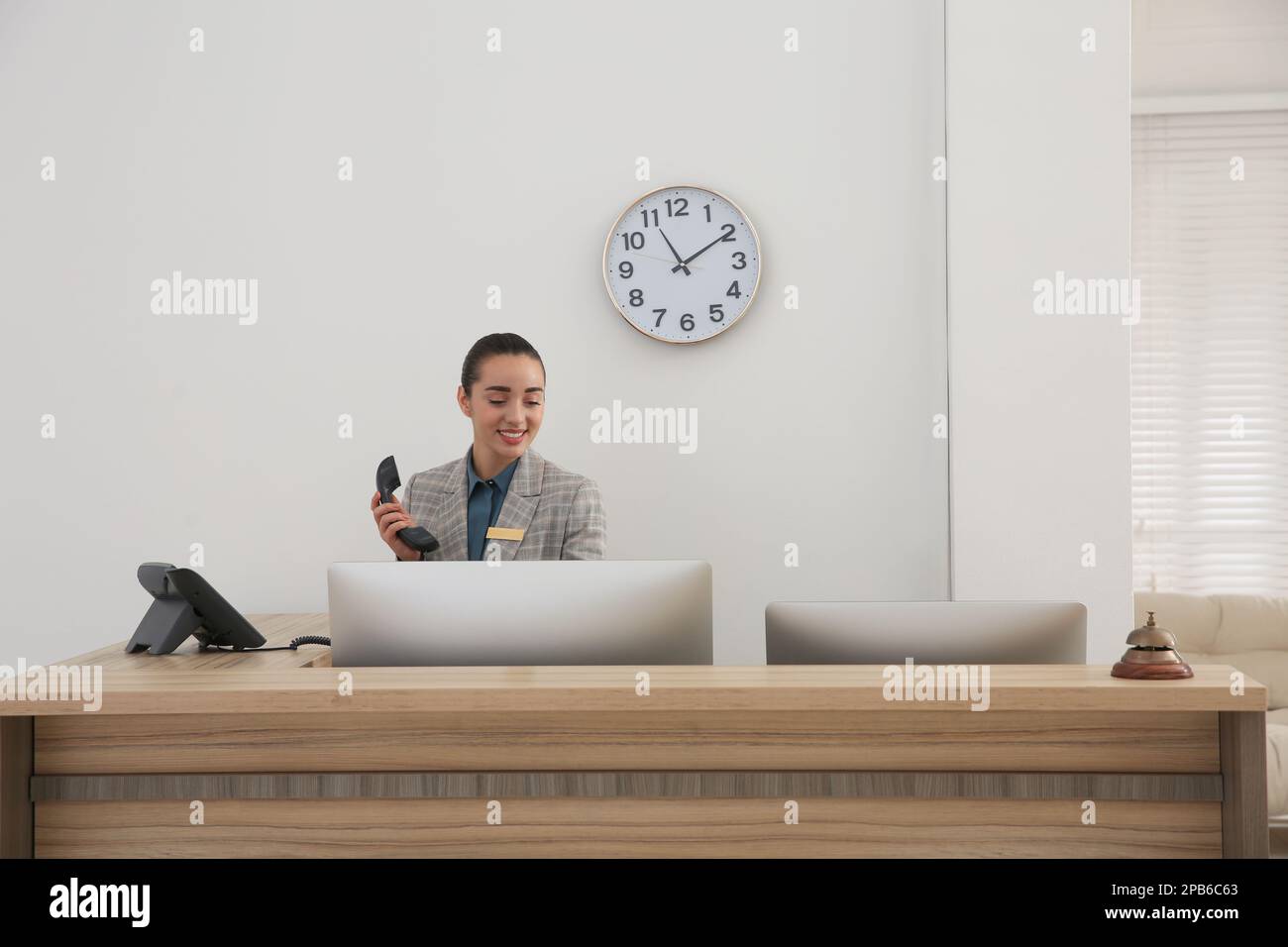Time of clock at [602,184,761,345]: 11:09
